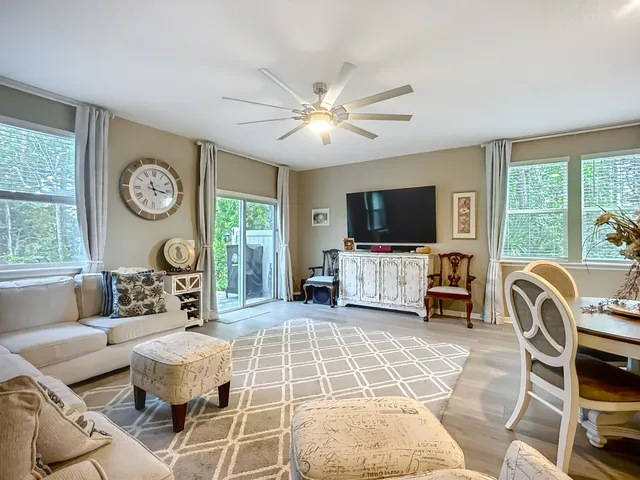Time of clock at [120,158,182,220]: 11:16
